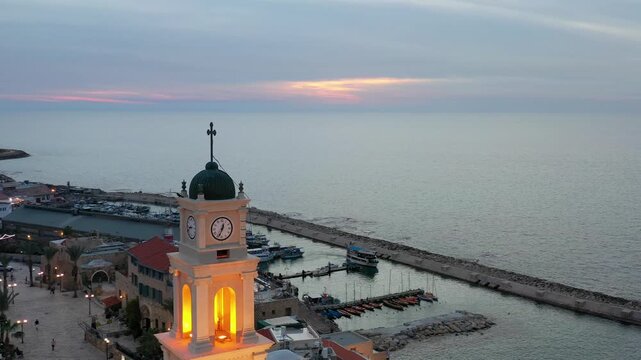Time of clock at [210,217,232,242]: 12:33
